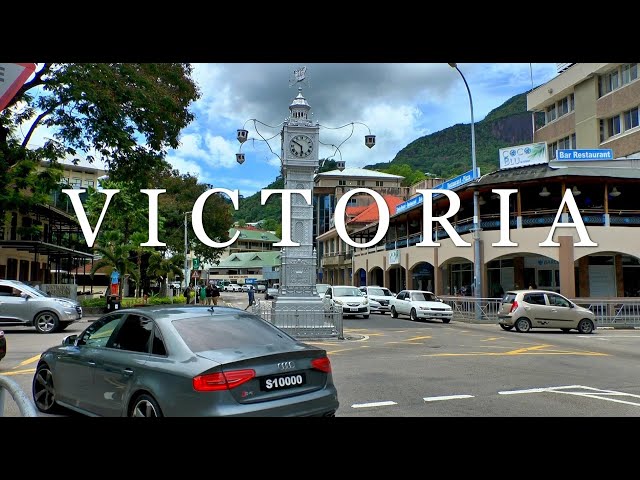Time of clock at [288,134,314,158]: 5:50
